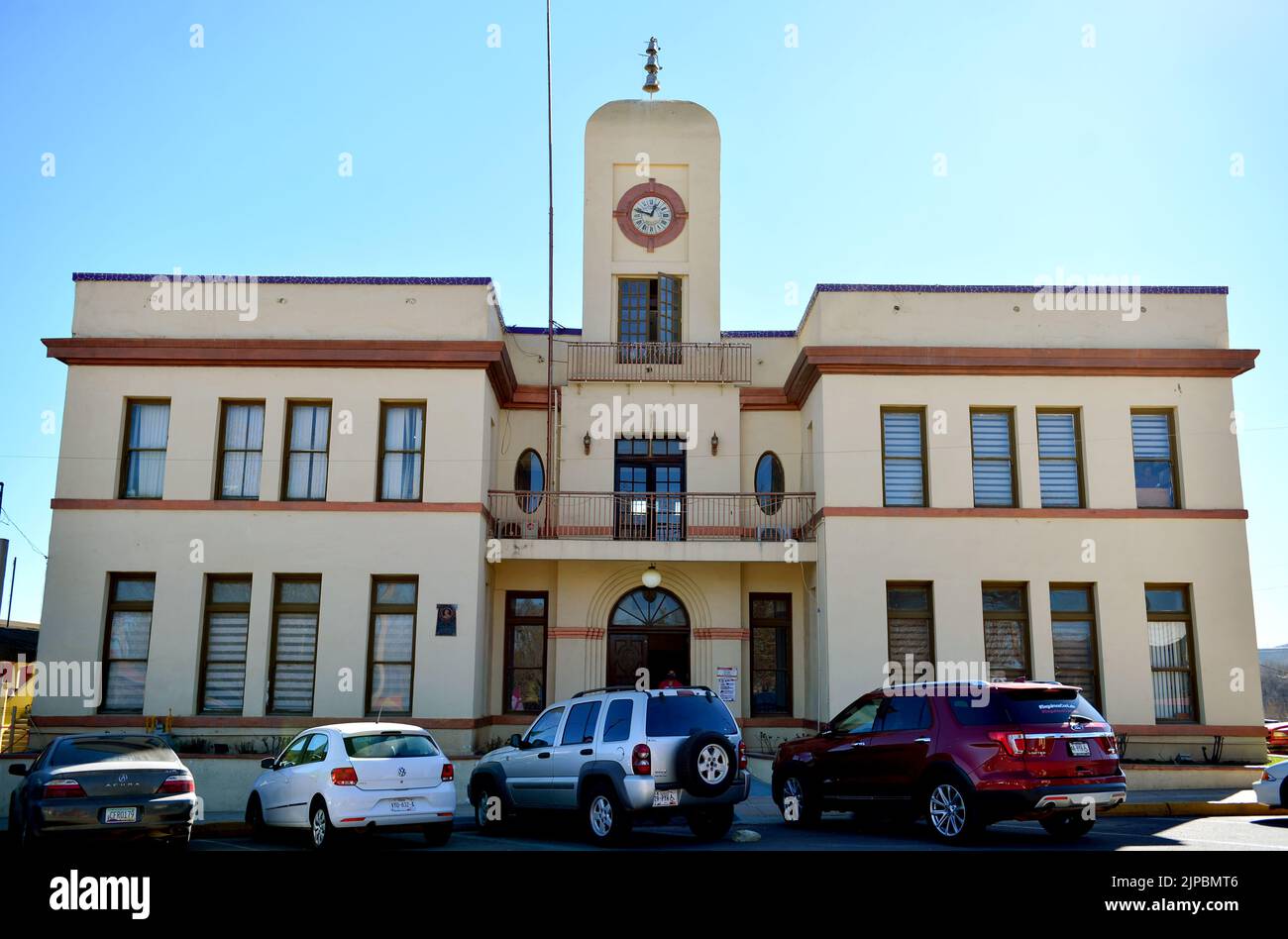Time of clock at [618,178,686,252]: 12:47
